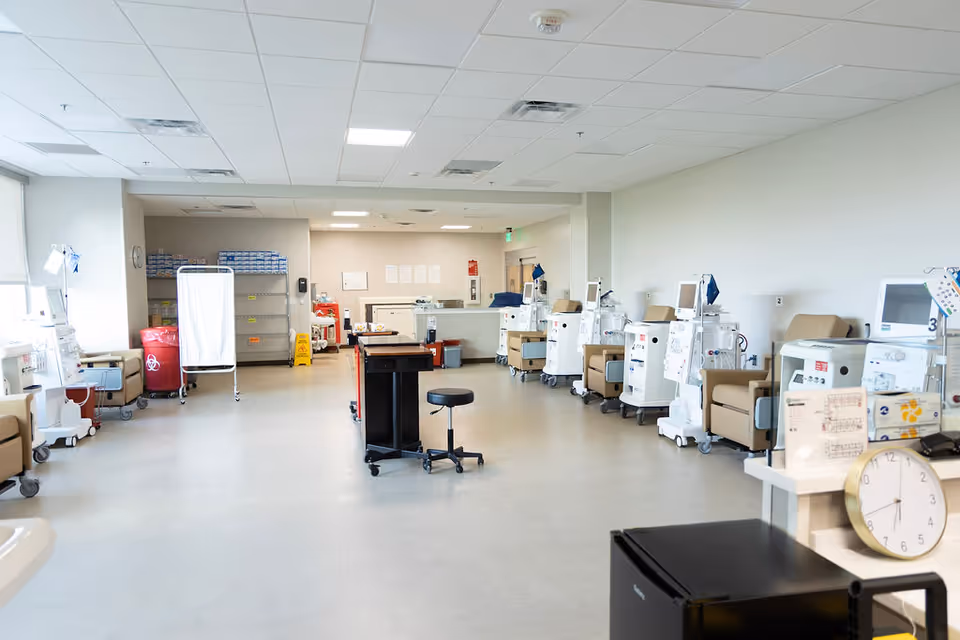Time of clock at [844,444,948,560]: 6:42
